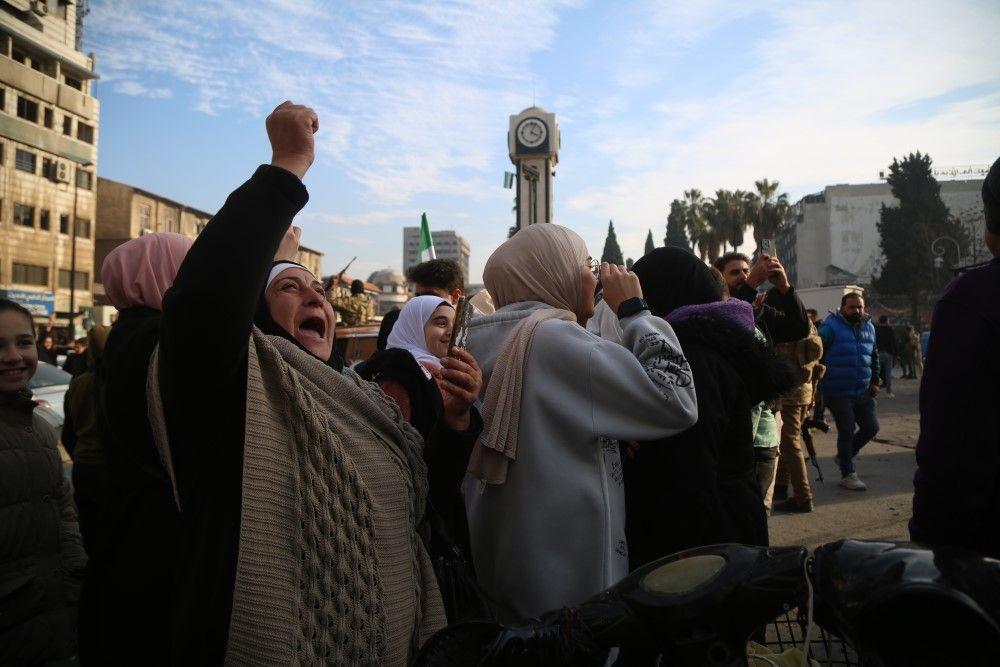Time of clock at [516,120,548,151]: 4:03
